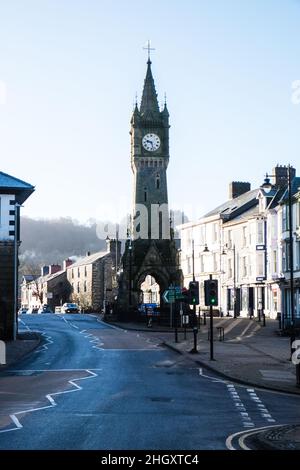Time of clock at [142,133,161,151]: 9:27
